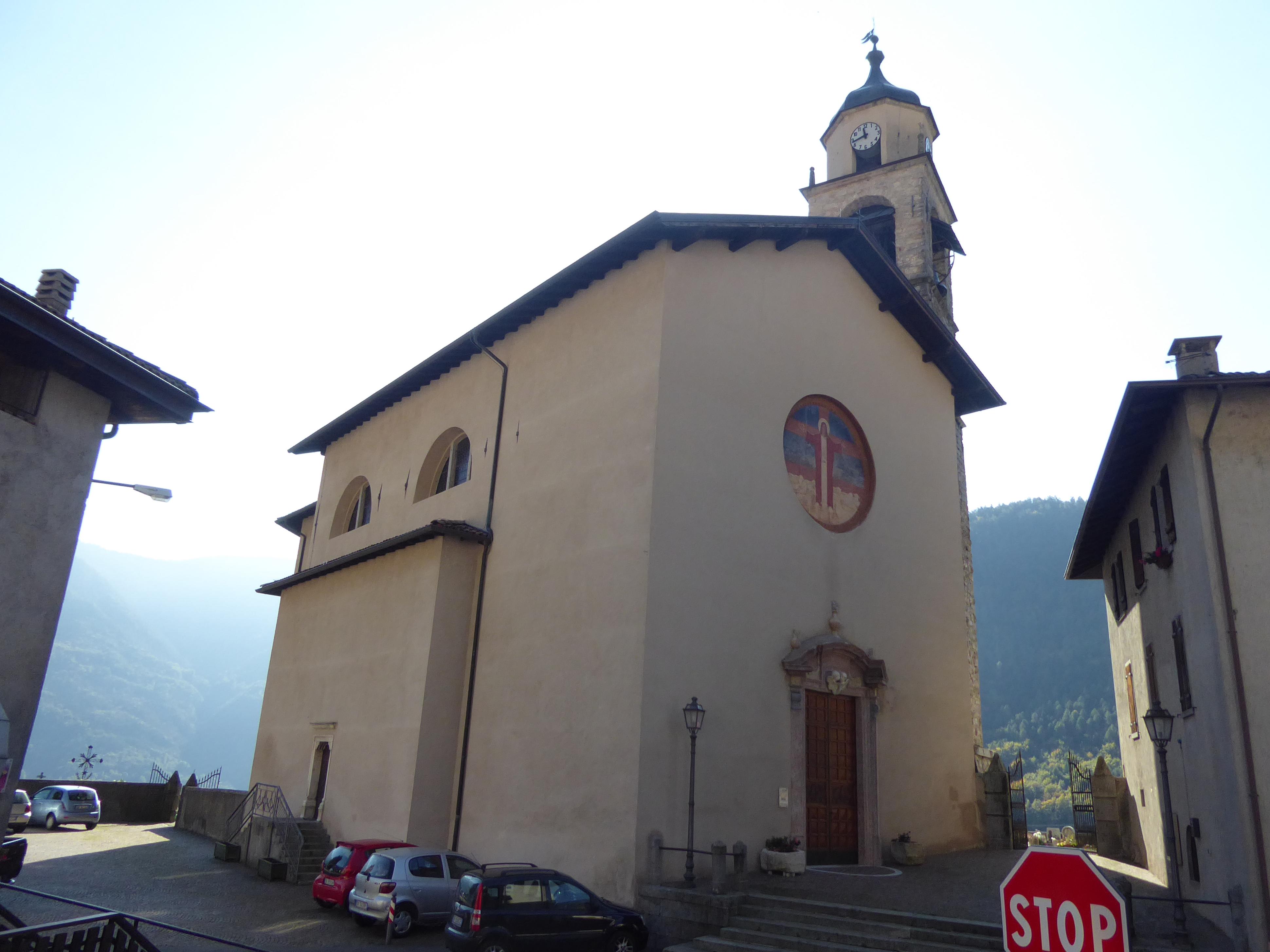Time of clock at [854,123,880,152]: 11:42
